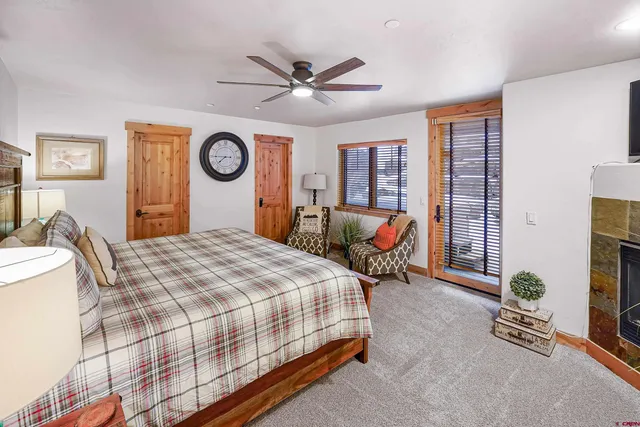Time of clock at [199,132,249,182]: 7:44
